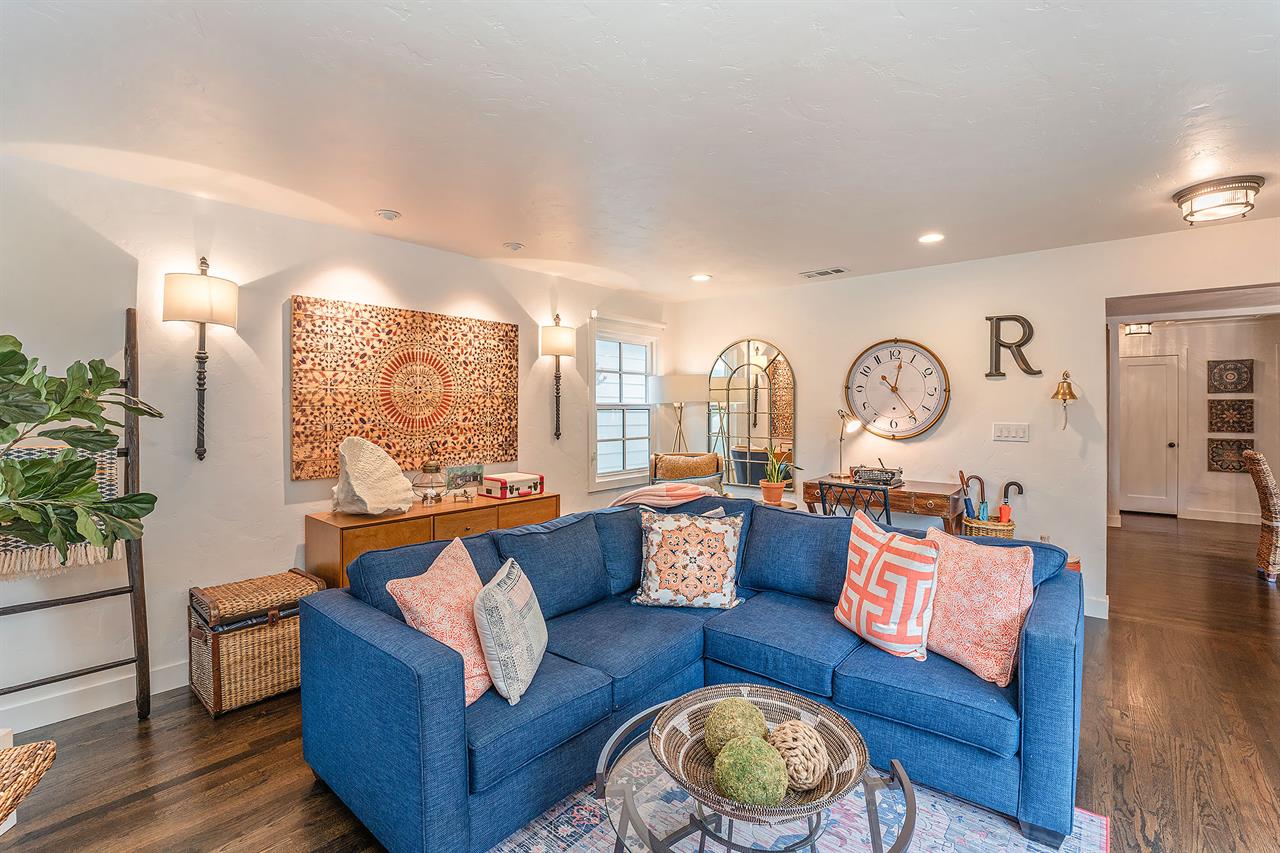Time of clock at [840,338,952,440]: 12:23
